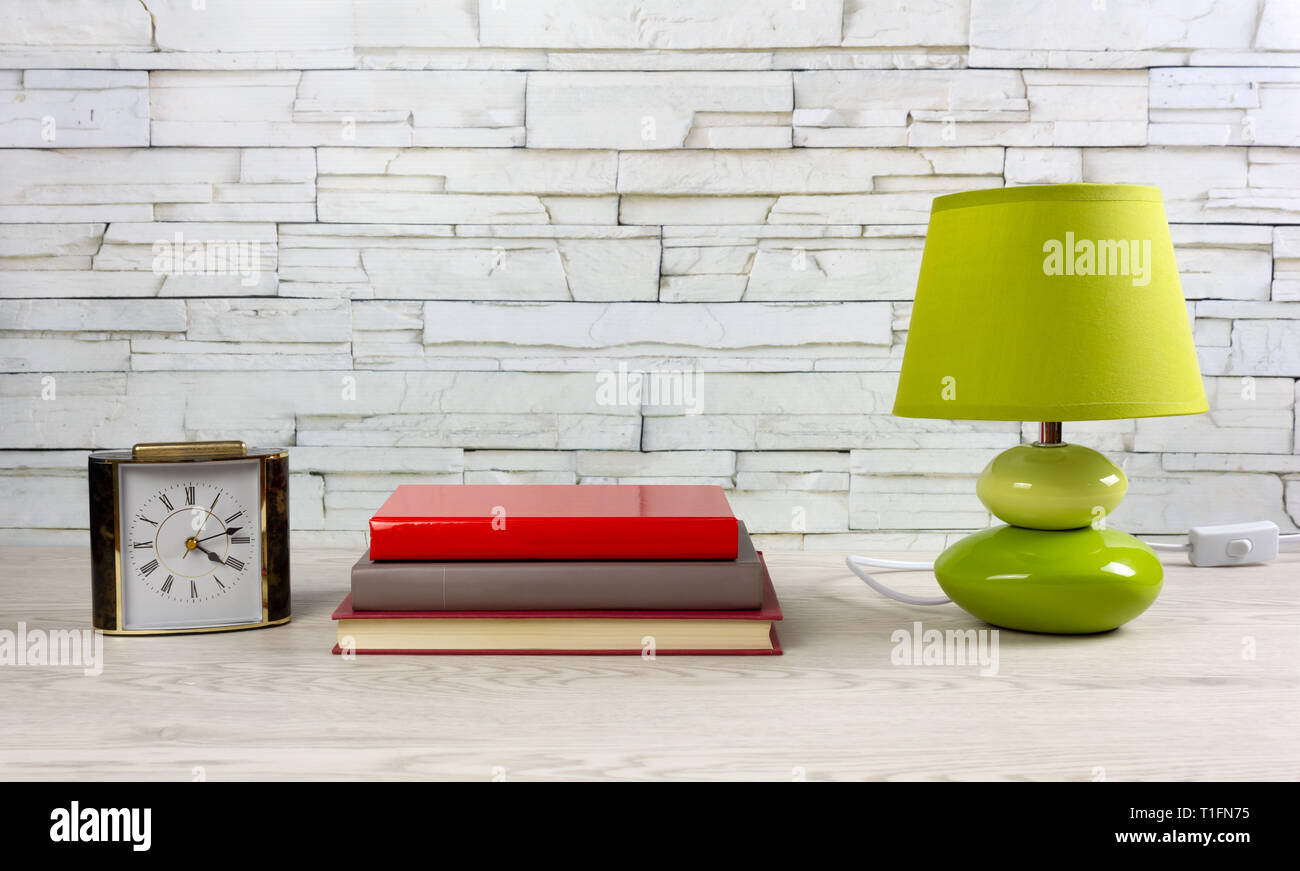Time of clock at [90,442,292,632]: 4:12
